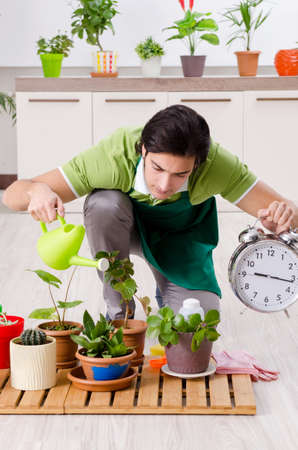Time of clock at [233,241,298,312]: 9:16
